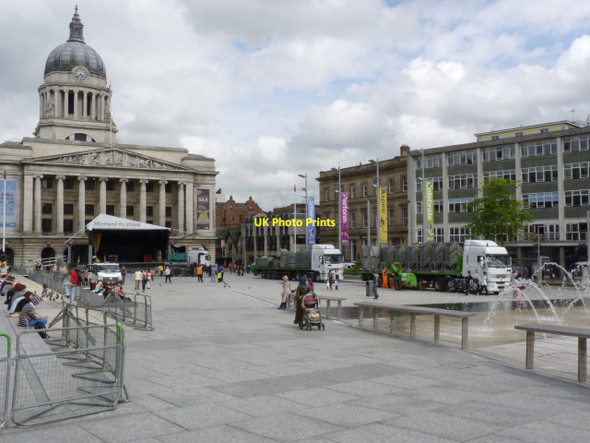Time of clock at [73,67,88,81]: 4:37
